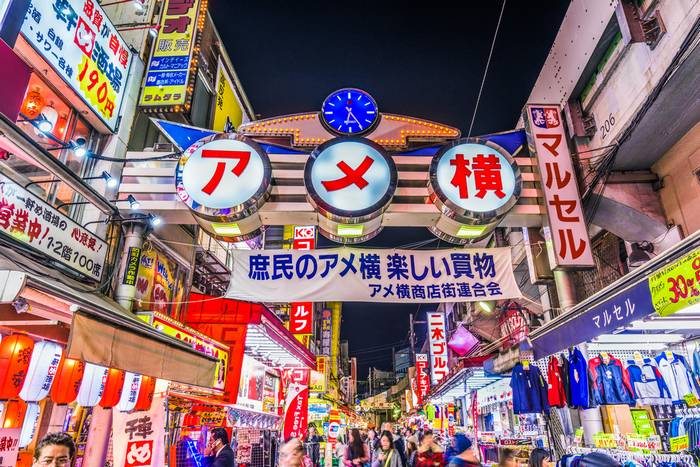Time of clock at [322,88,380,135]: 6:24
